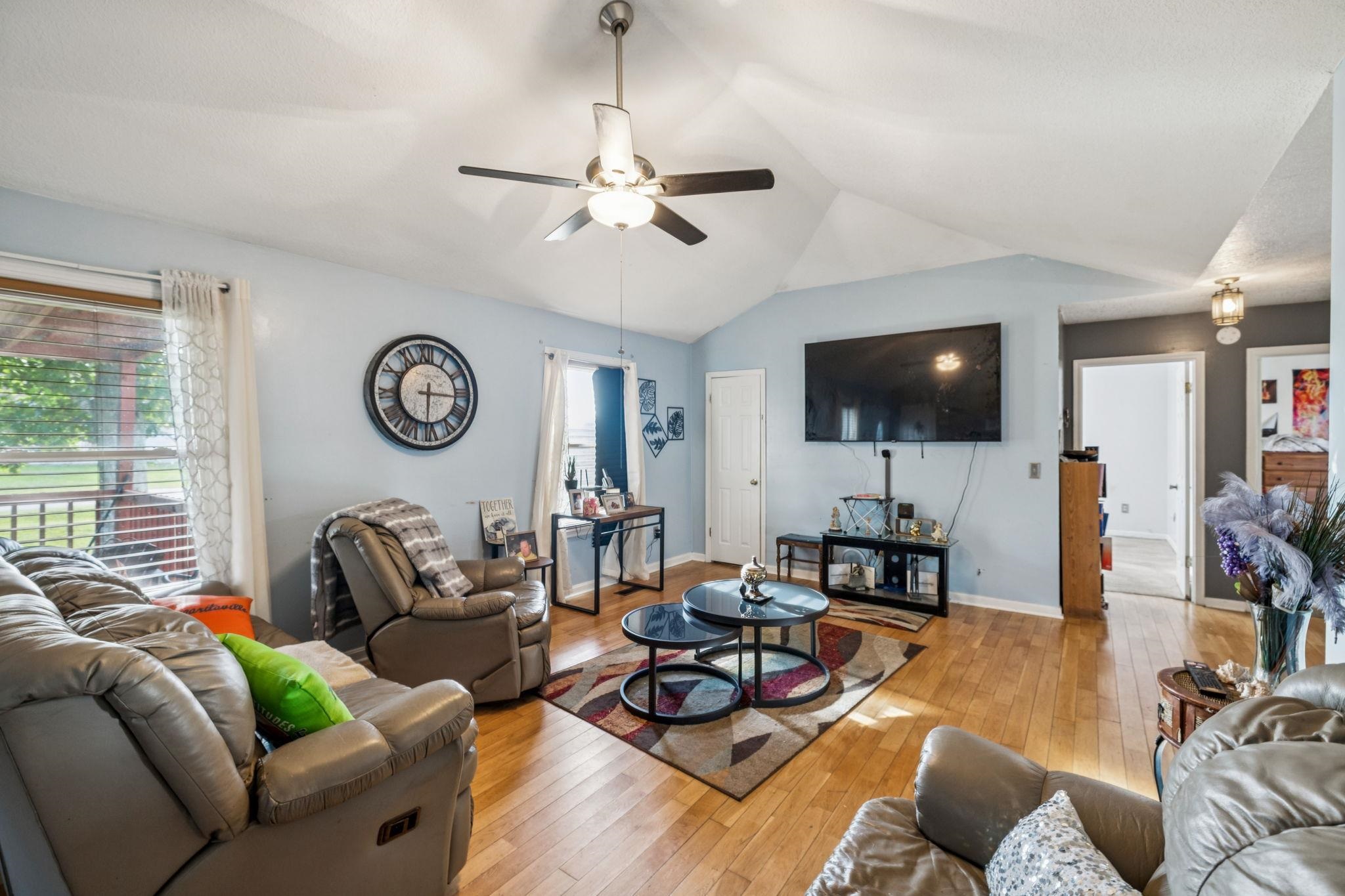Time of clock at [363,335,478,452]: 6:16
